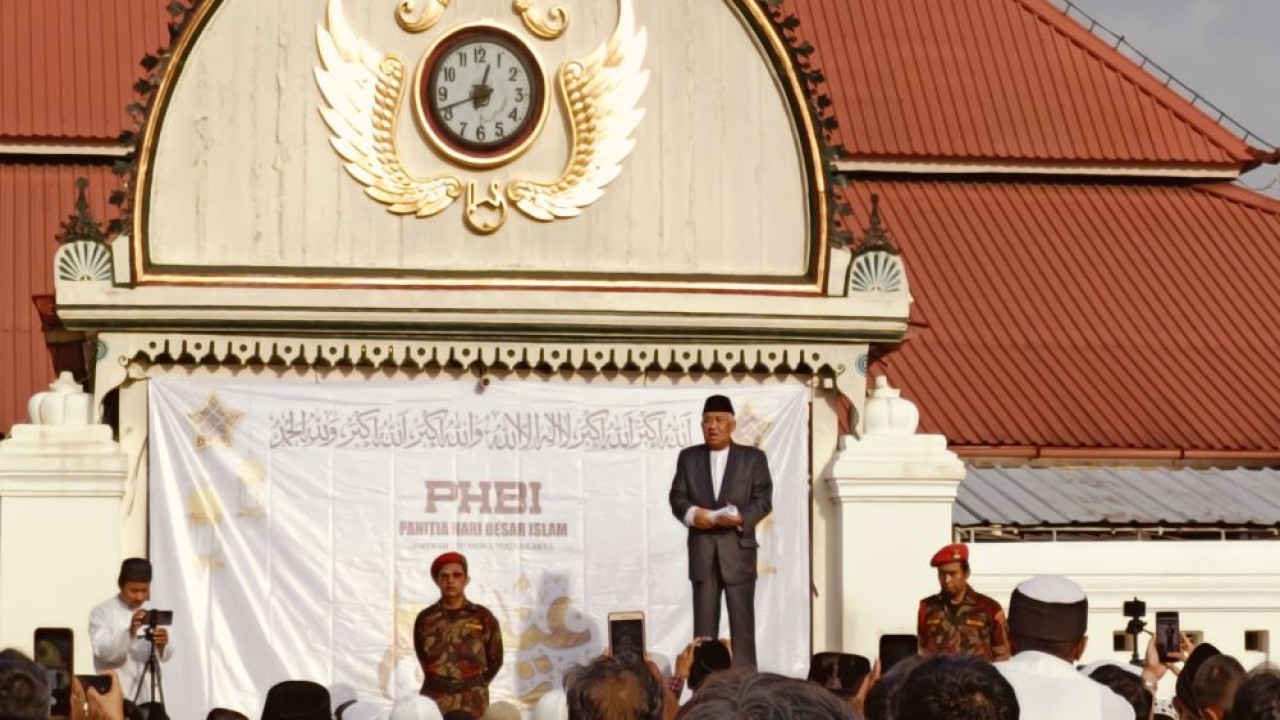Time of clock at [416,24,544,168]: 12:41
